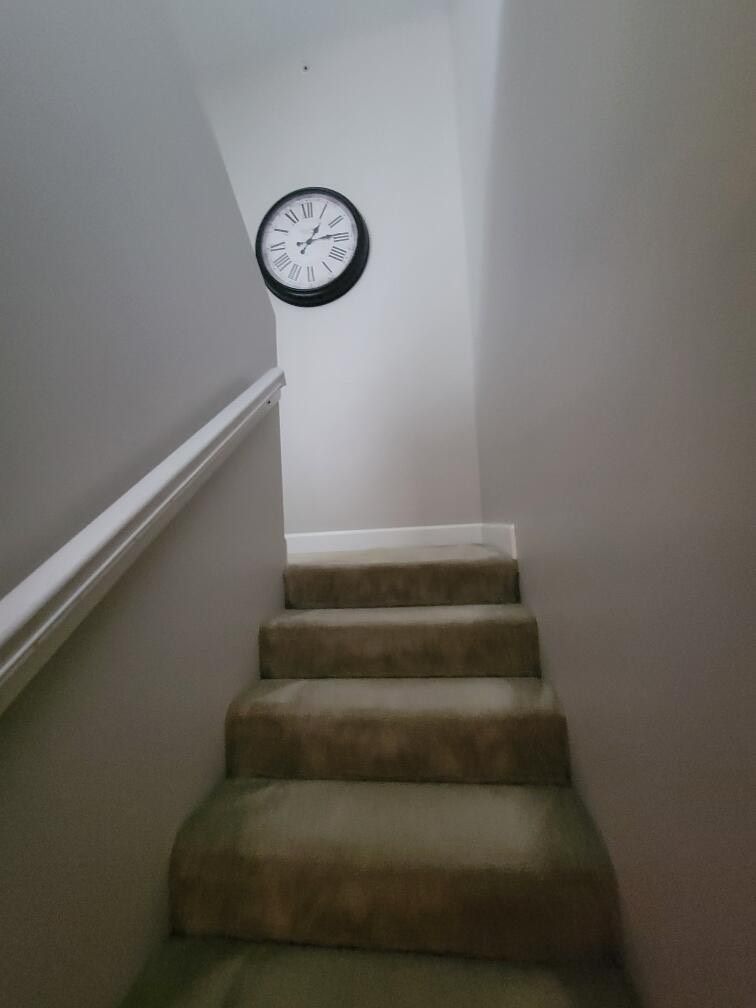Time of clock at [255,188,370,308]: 1:13
